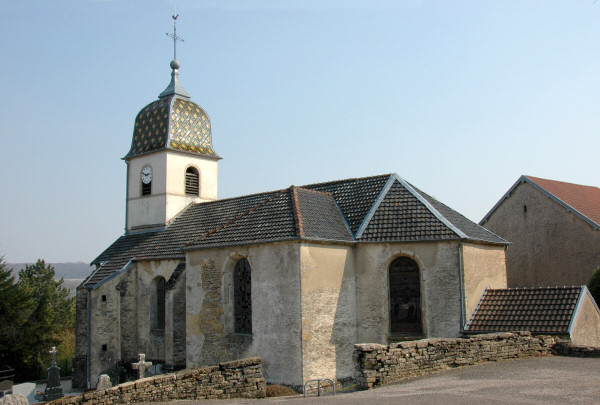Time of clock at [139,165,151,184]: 2:48
